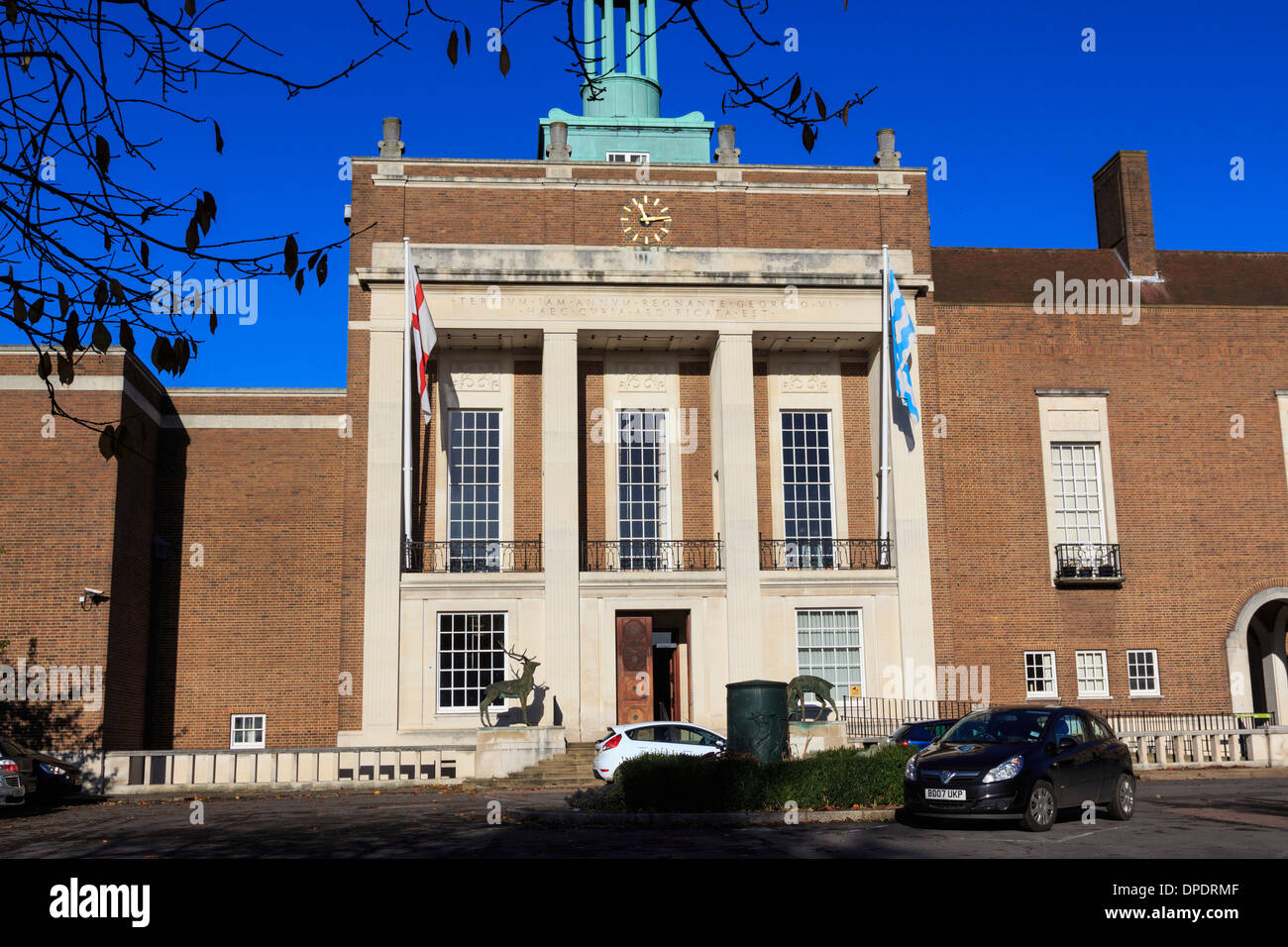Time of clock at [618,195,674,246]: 11:13
